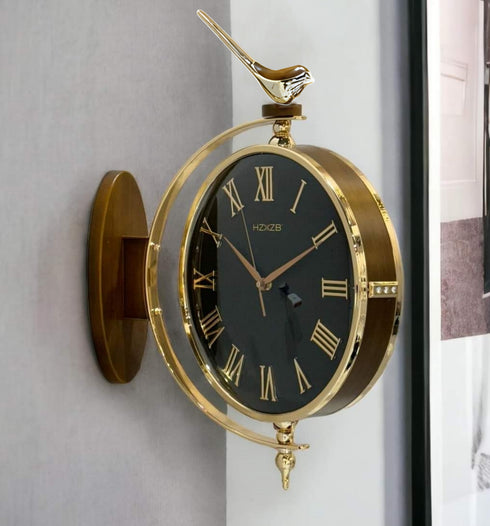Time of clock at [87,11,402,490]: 5:50
